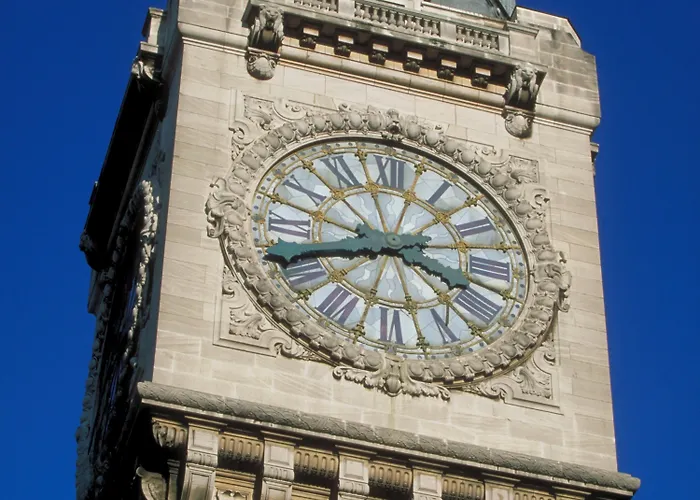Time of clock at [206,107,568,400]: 3:40
